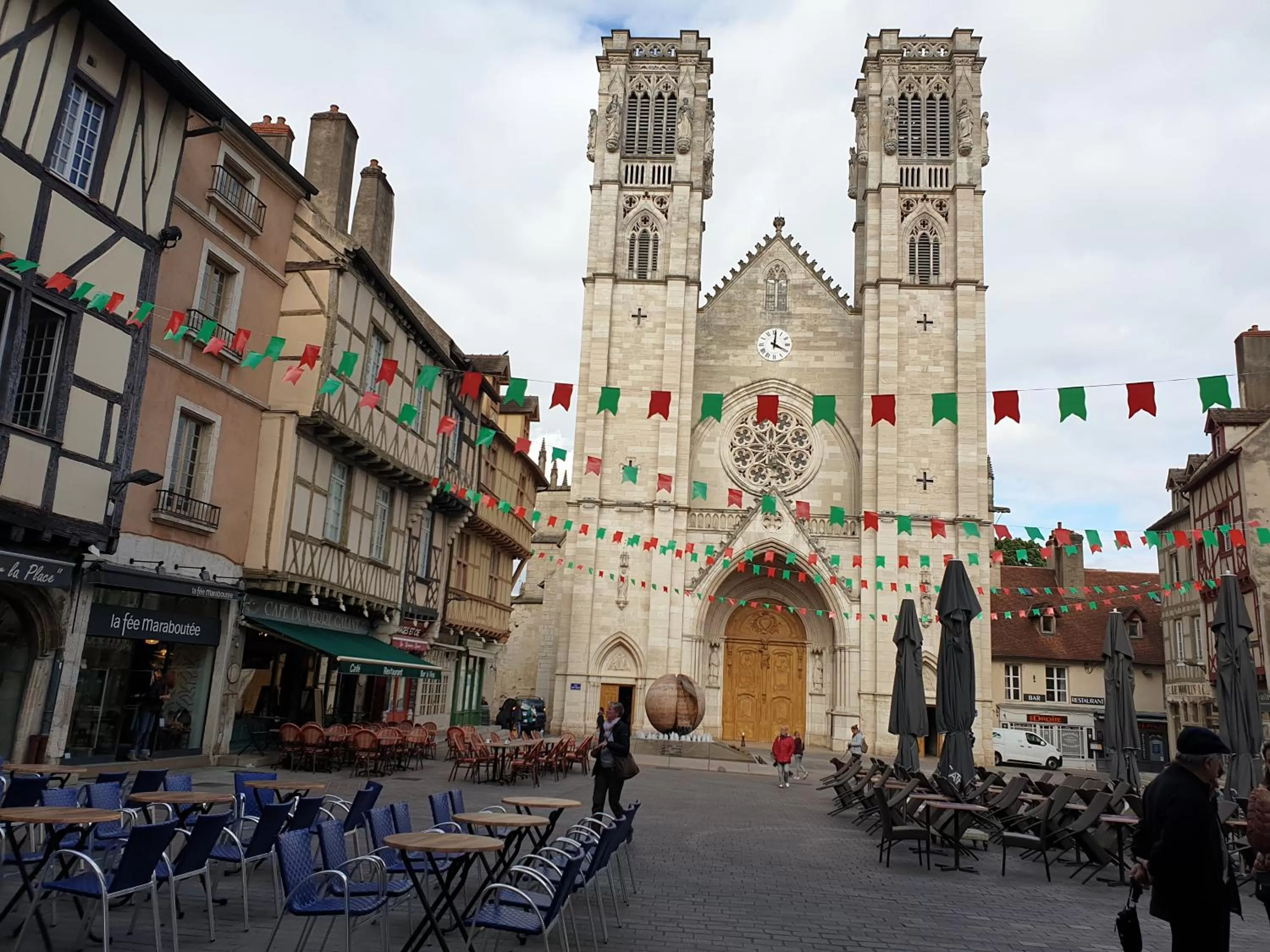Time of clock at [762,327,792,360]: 4:01
